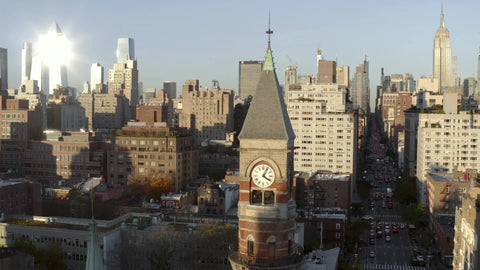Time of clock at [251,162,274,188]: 4:04
